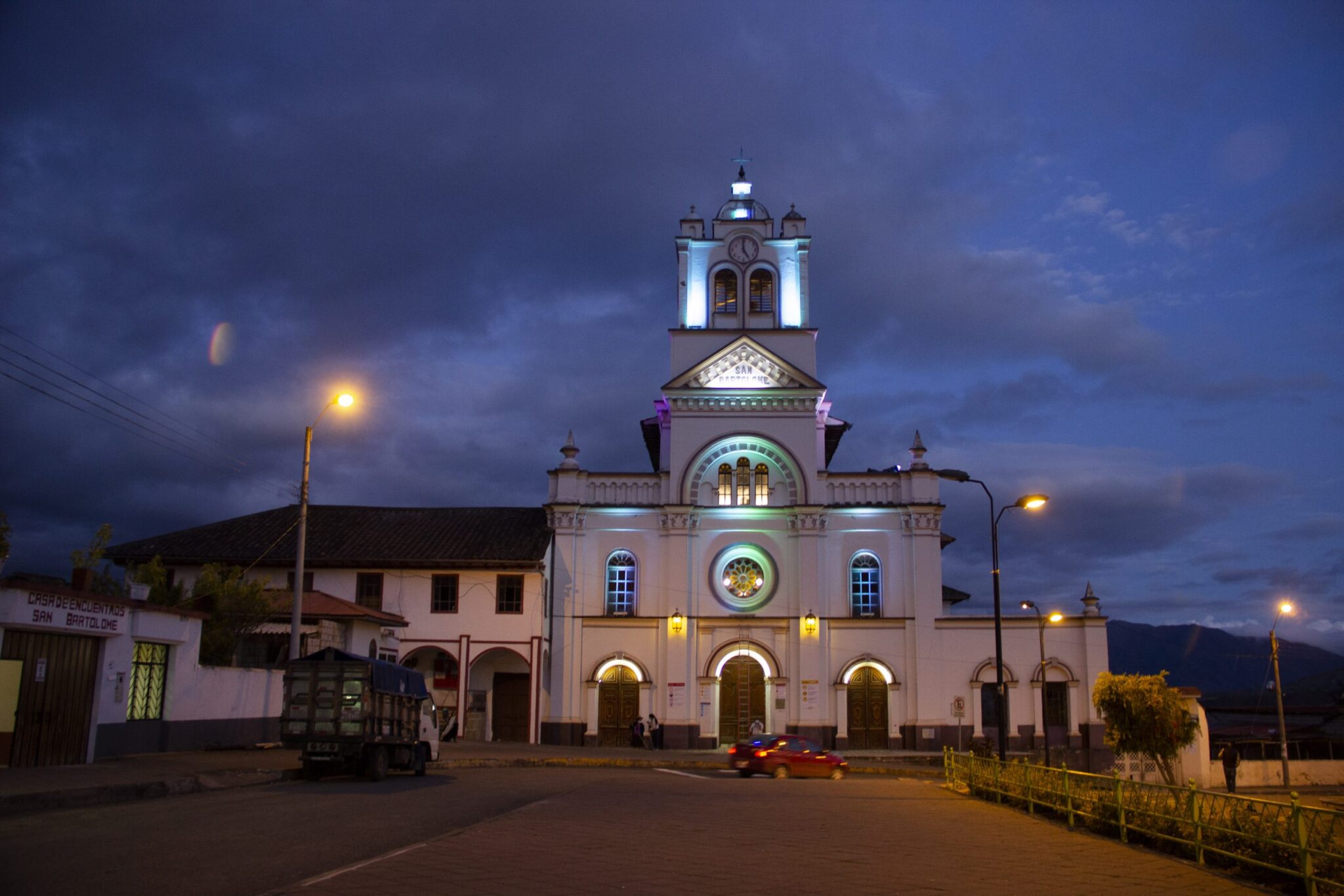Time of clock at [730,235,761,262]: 4:59
